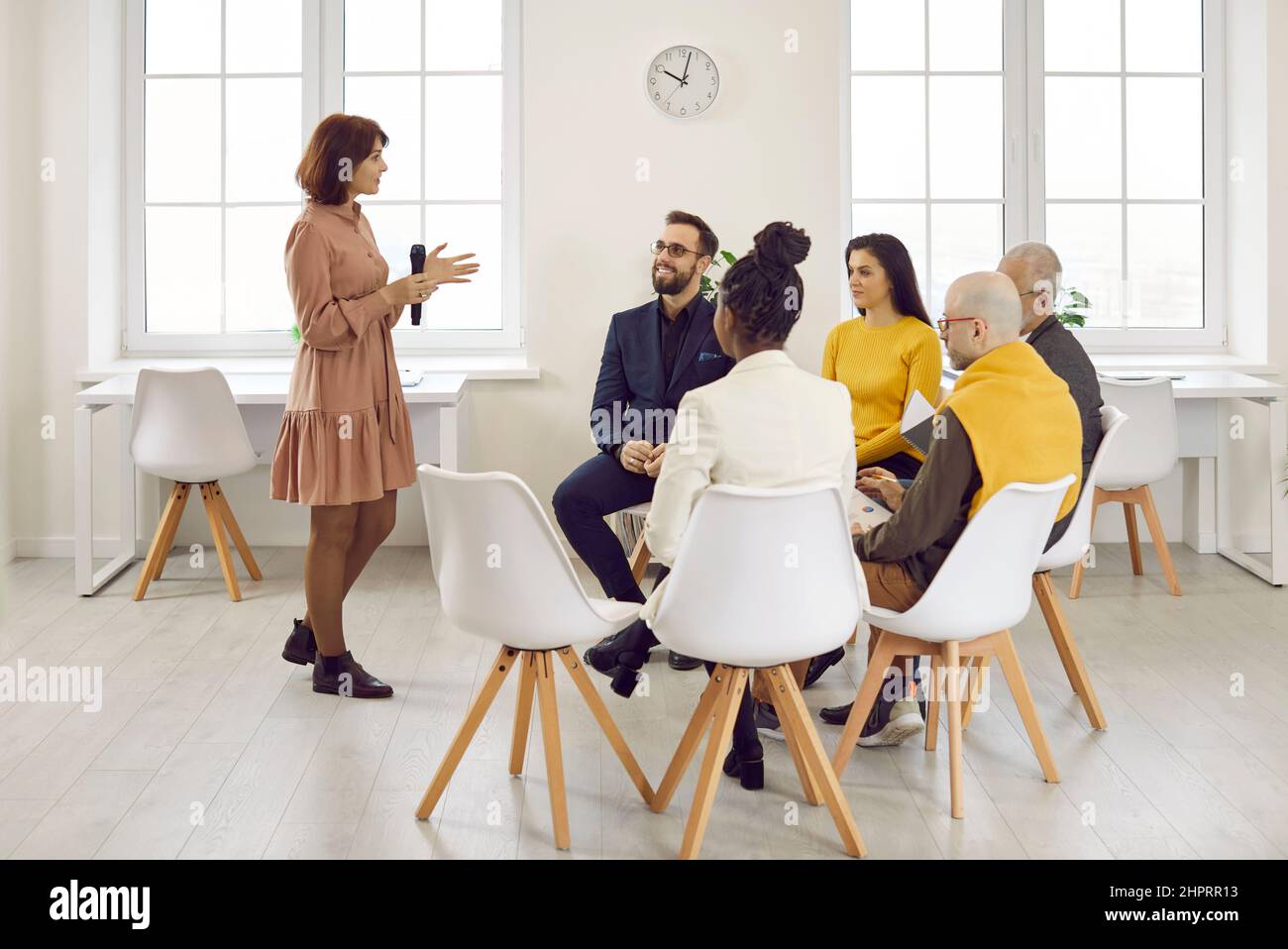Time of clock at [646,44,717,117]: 10:02
